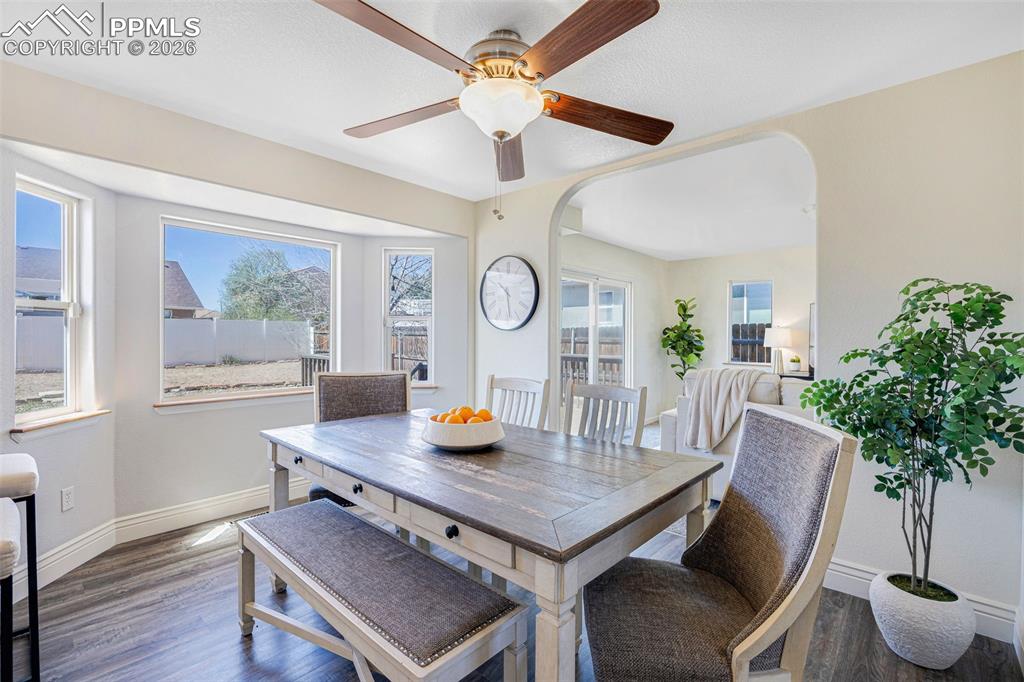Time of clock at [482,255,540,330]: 10:28
